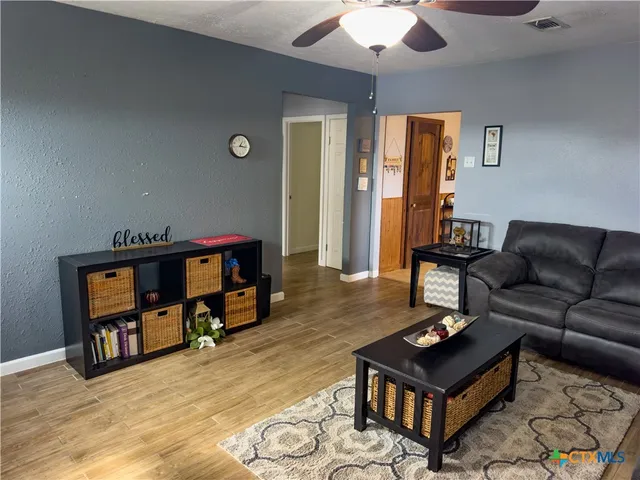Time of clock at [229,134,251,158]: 1:16
